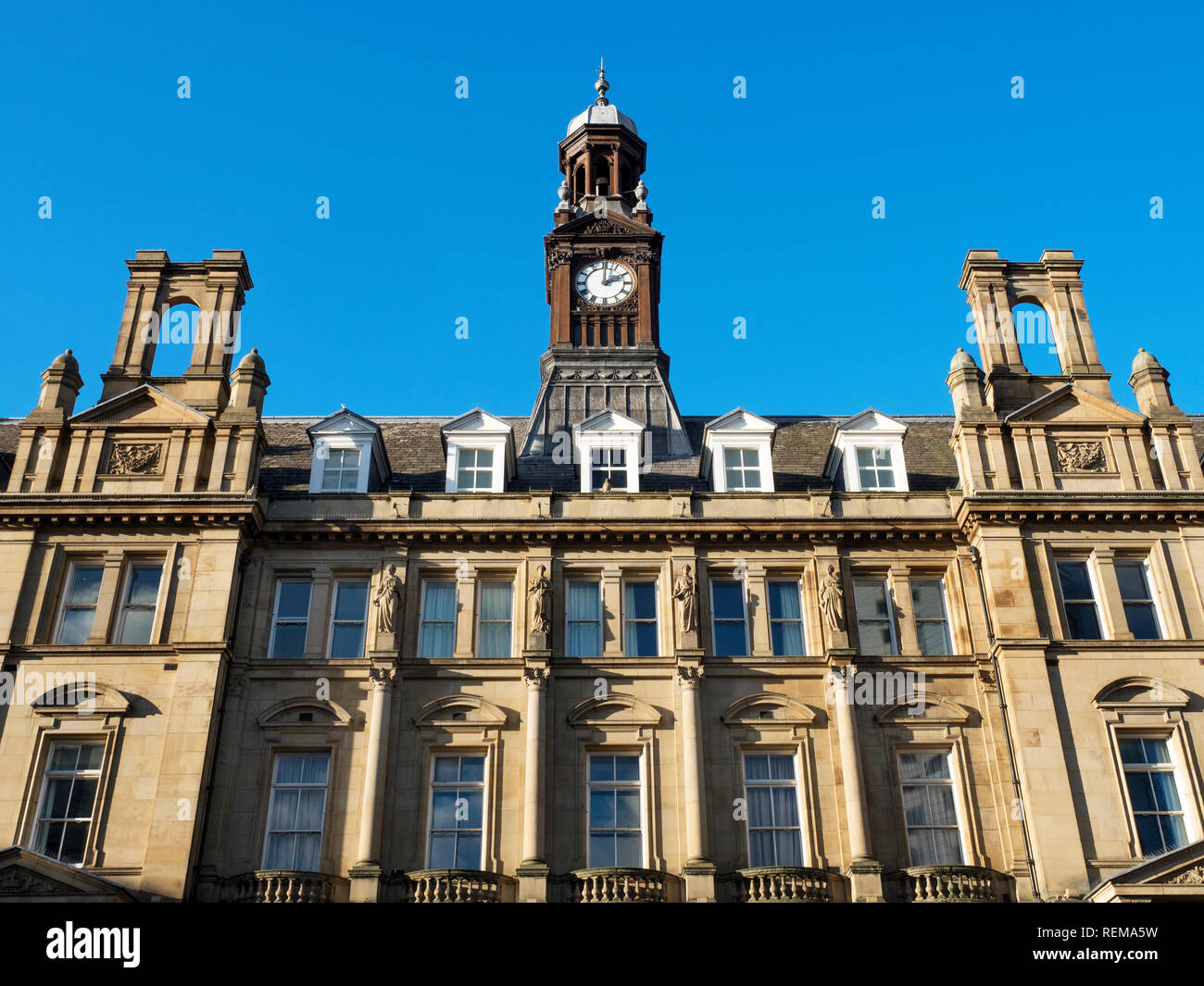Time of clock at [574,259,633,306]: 2:00
